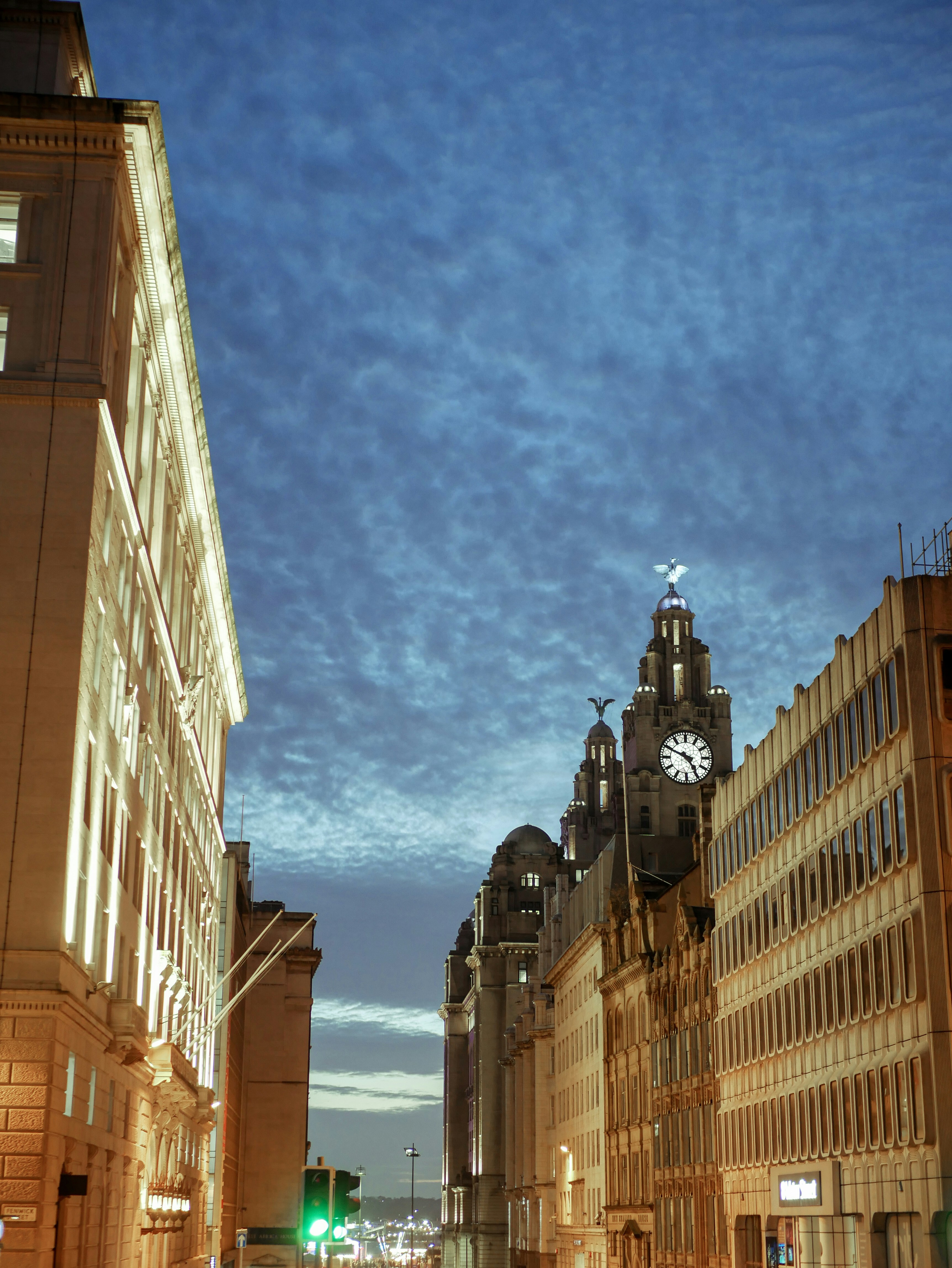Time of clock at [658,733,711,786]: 4:49
